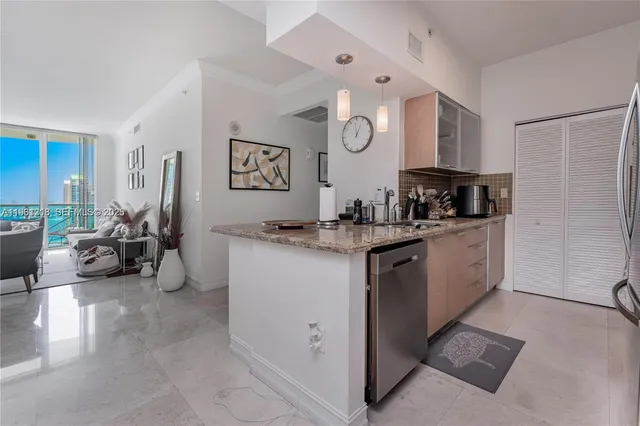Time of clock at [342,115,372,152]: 12:58
